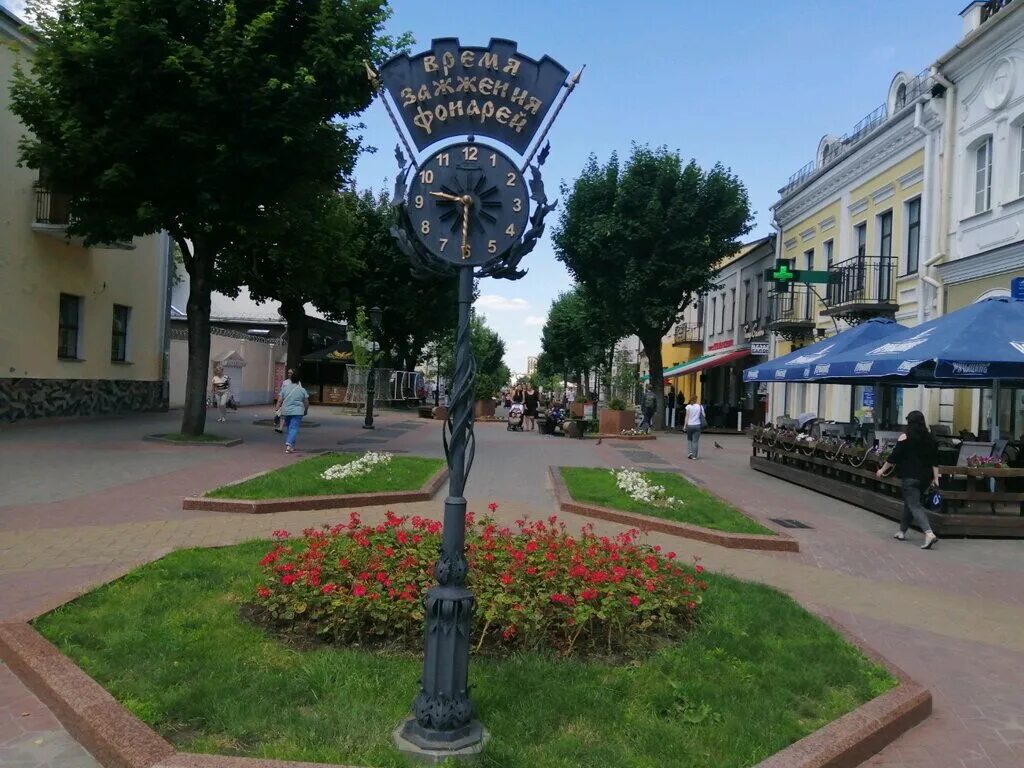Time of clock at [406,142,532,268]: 9:30
